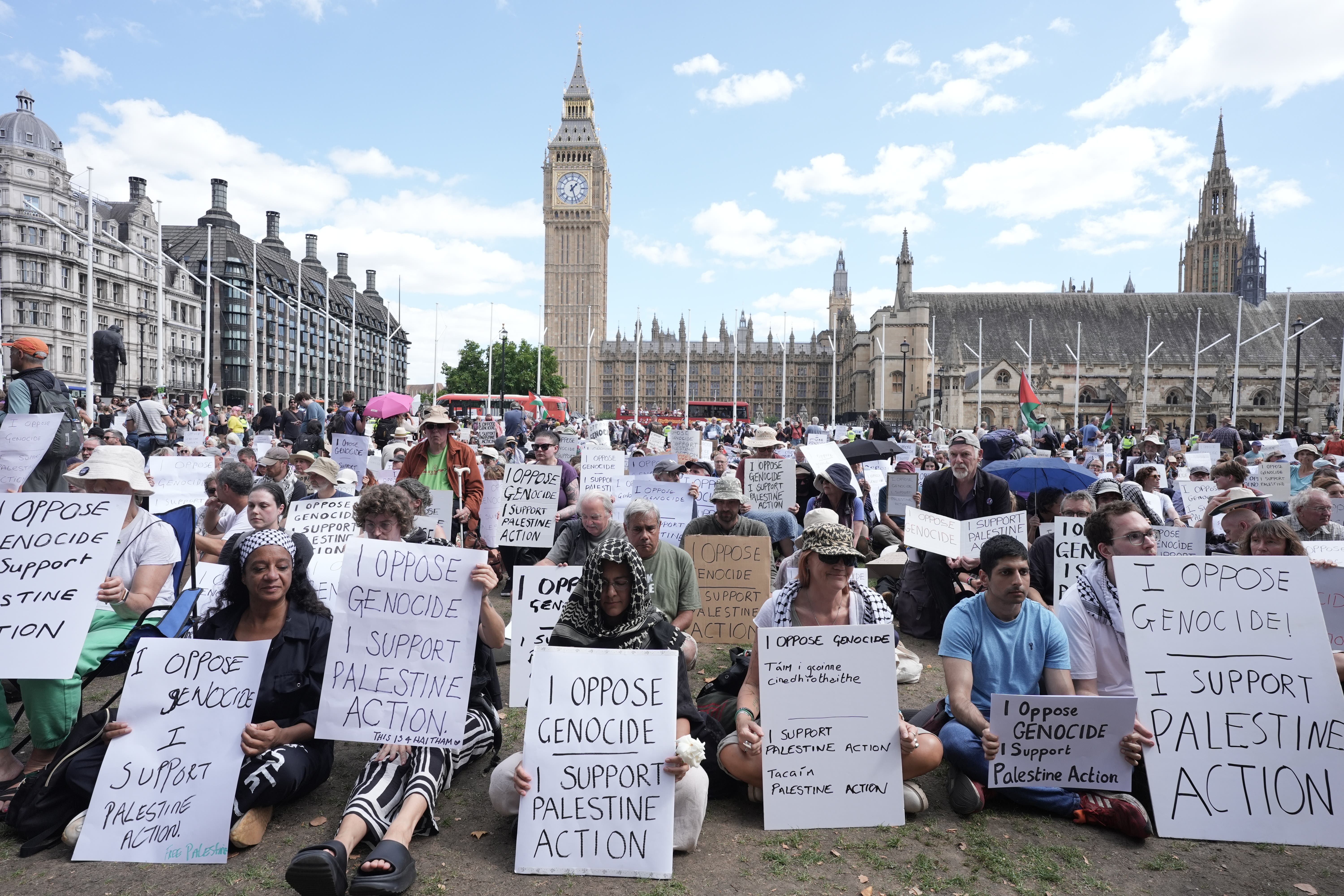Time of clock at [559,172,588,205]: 1:26
